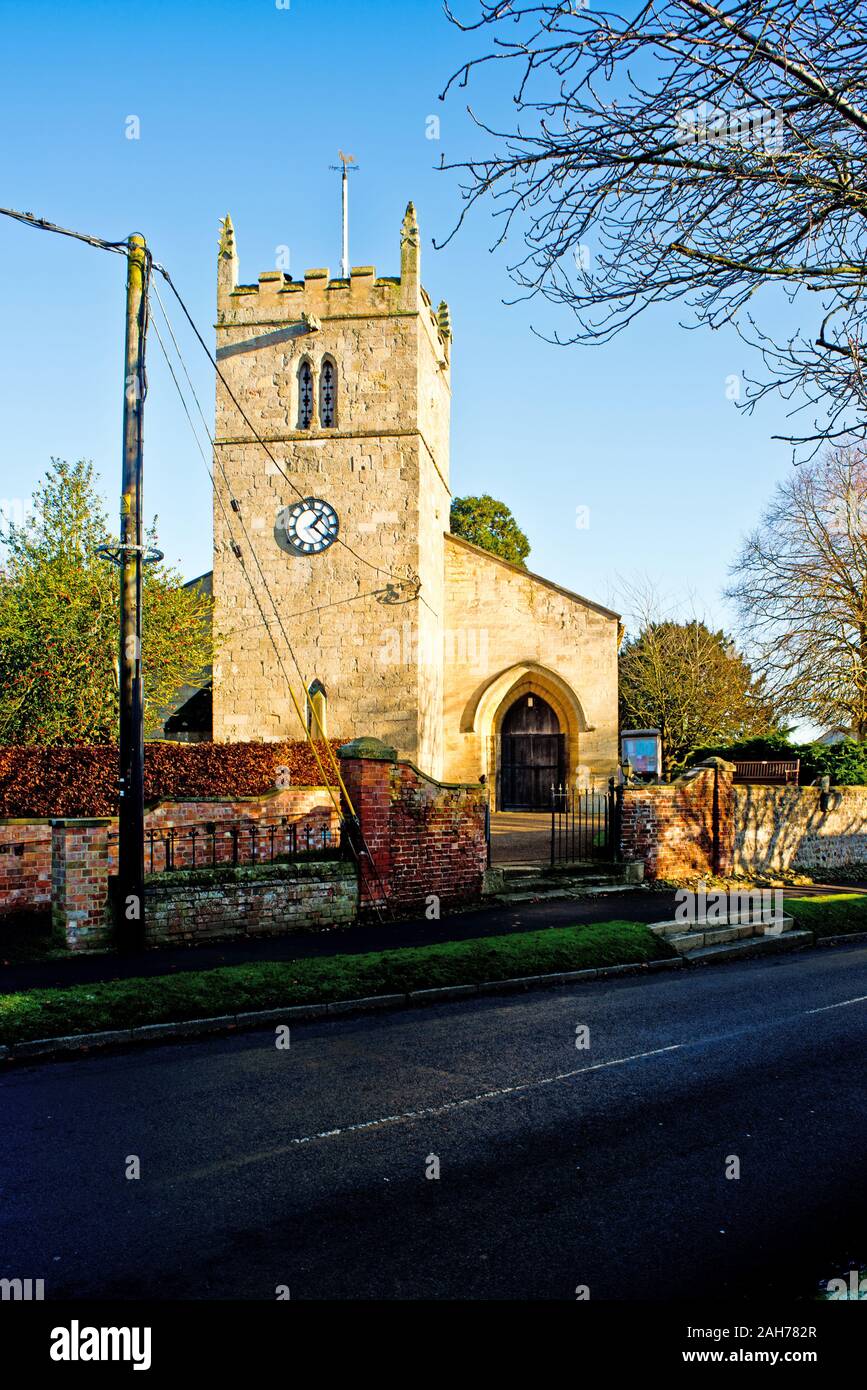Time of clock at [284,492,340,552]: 1:22
